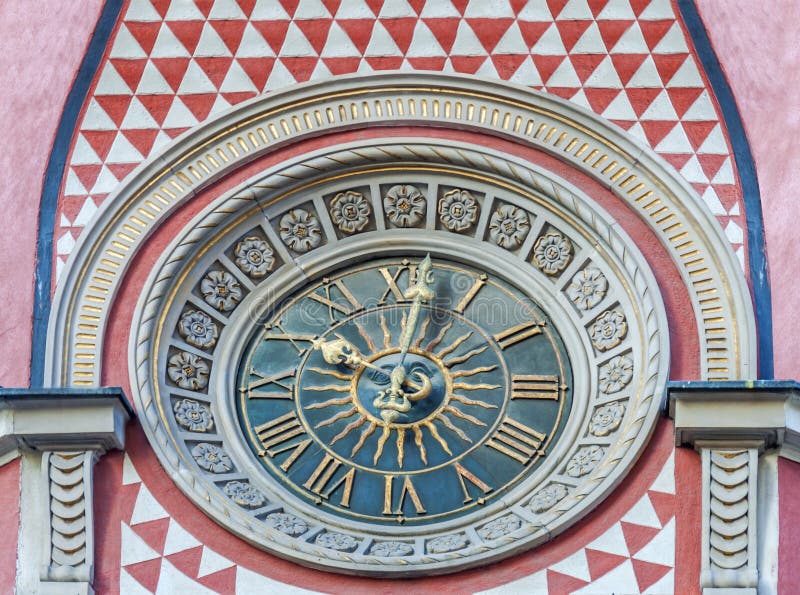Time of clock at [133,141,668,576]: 10:01
